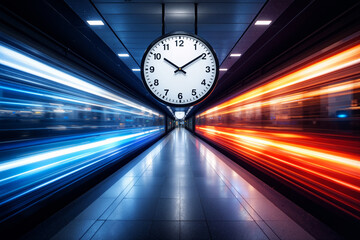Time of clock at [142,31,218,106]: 10:09
